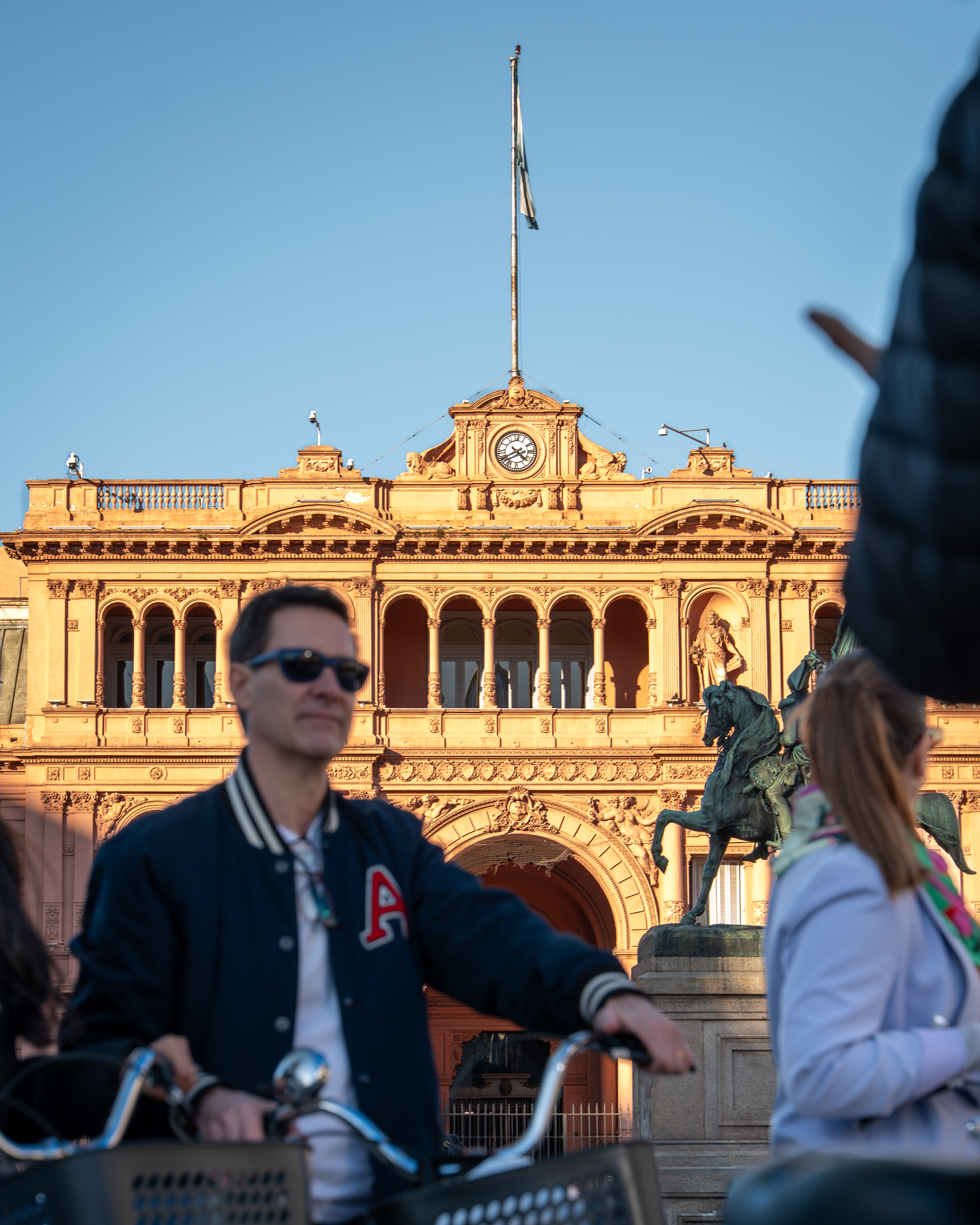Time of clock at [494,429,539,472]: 4:40
